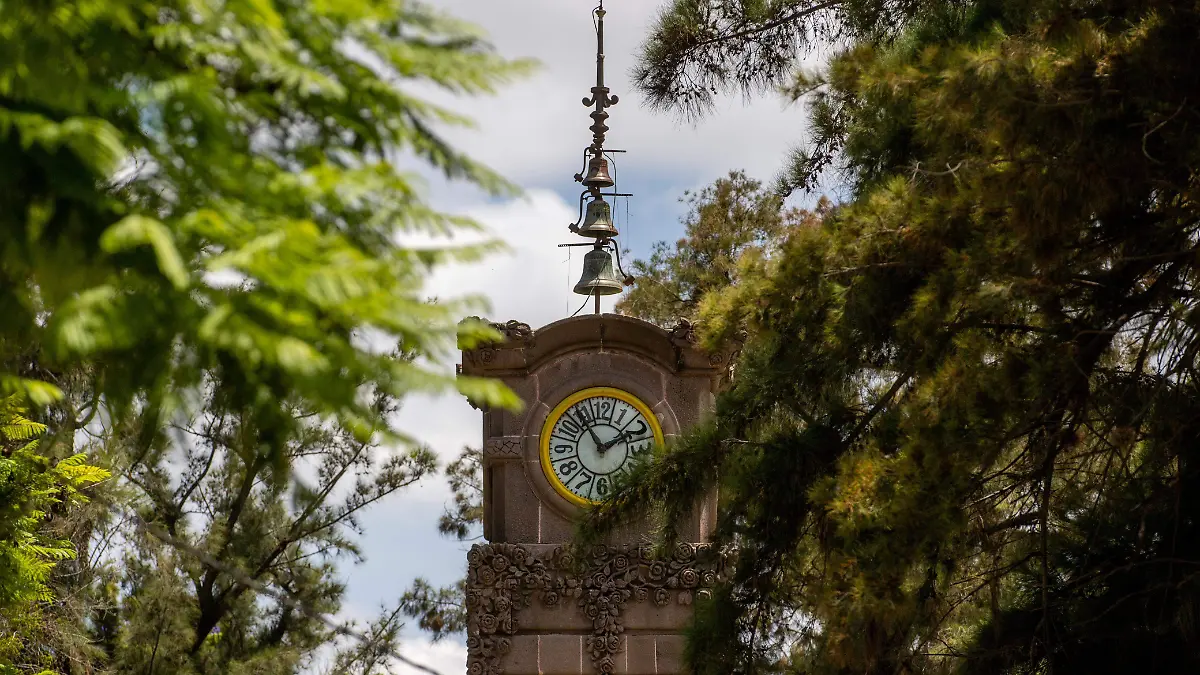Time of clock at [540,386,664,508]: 1:54
